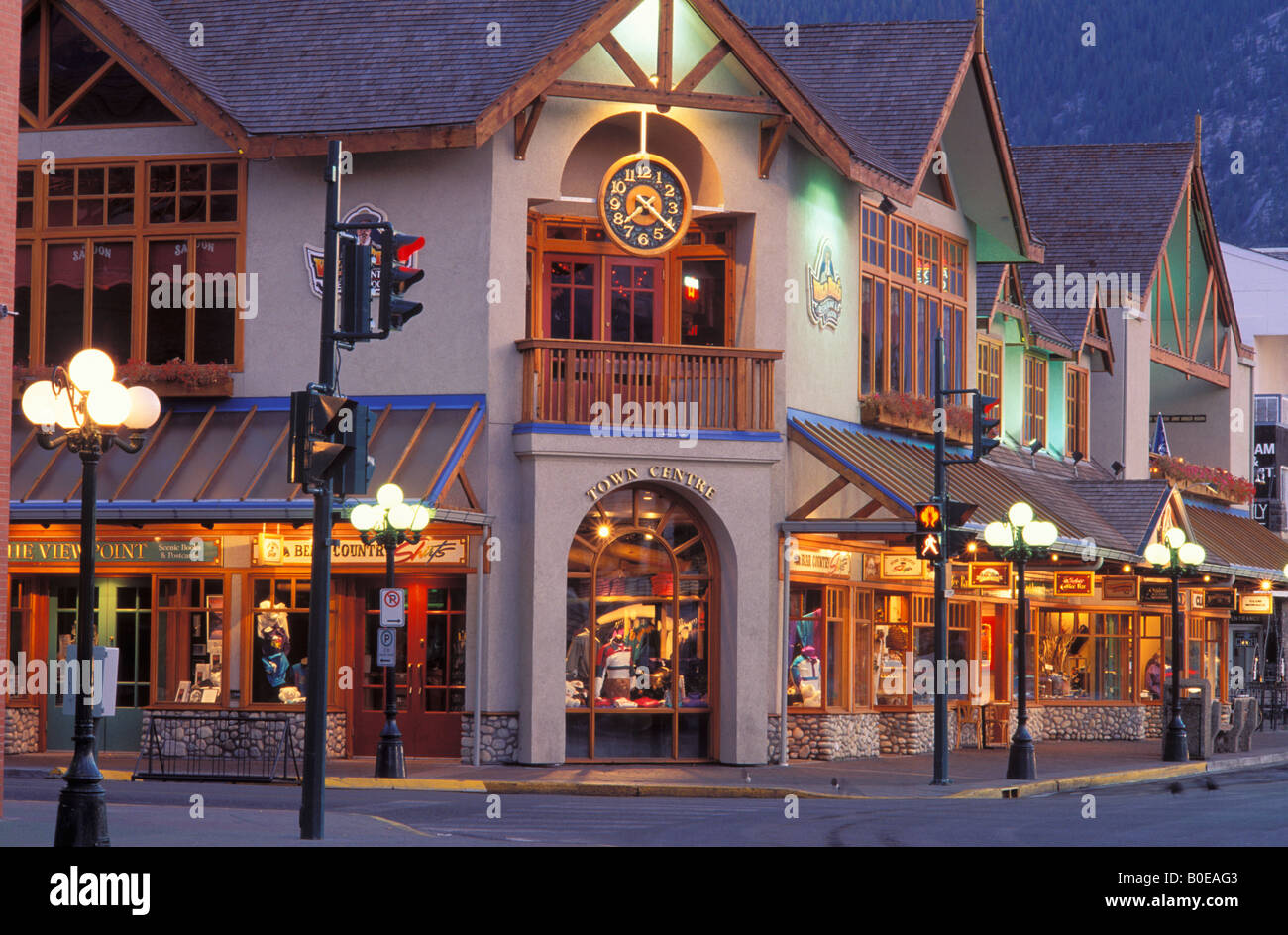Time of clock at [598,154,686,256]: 7:21
